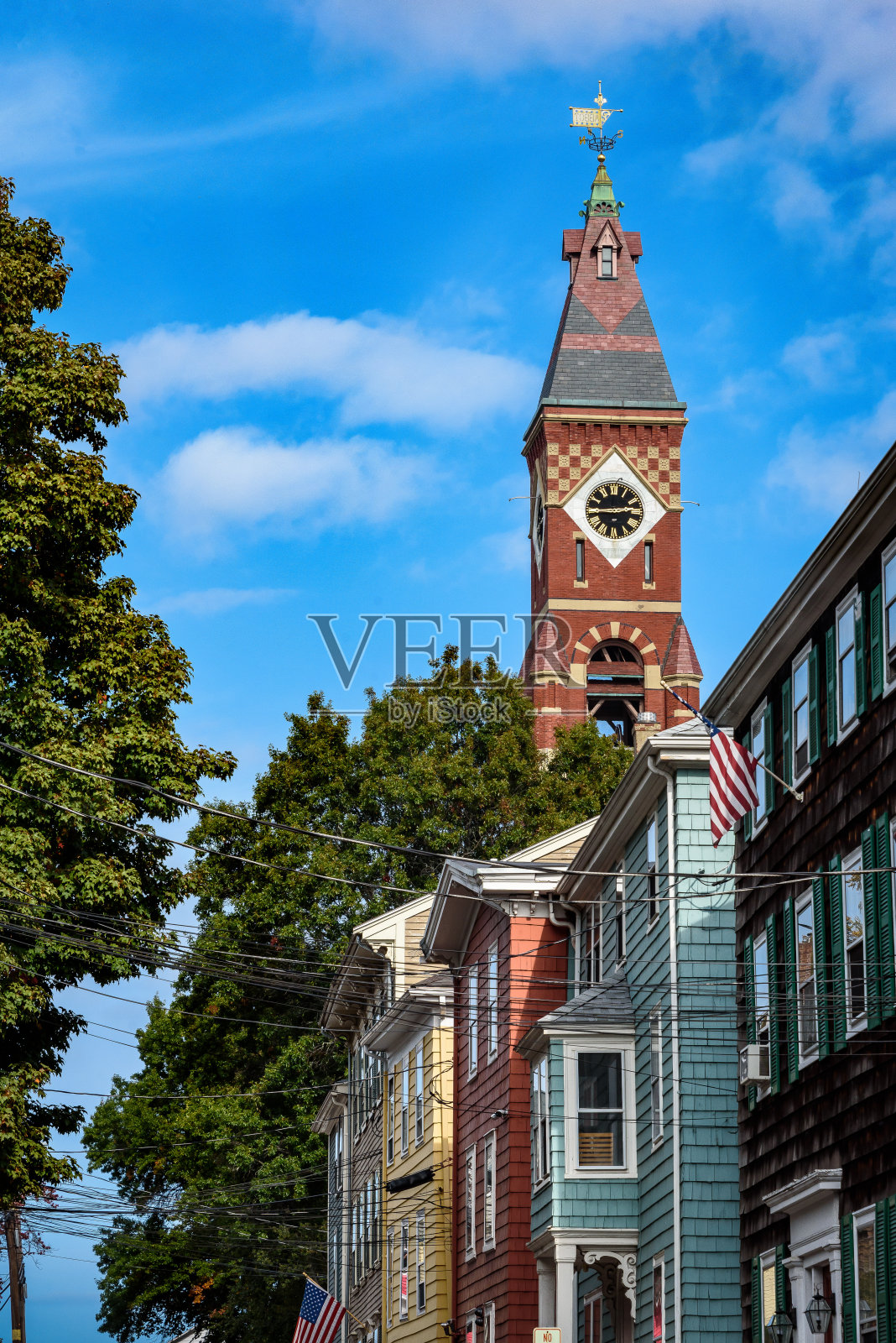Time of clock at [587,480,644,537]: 2:44
